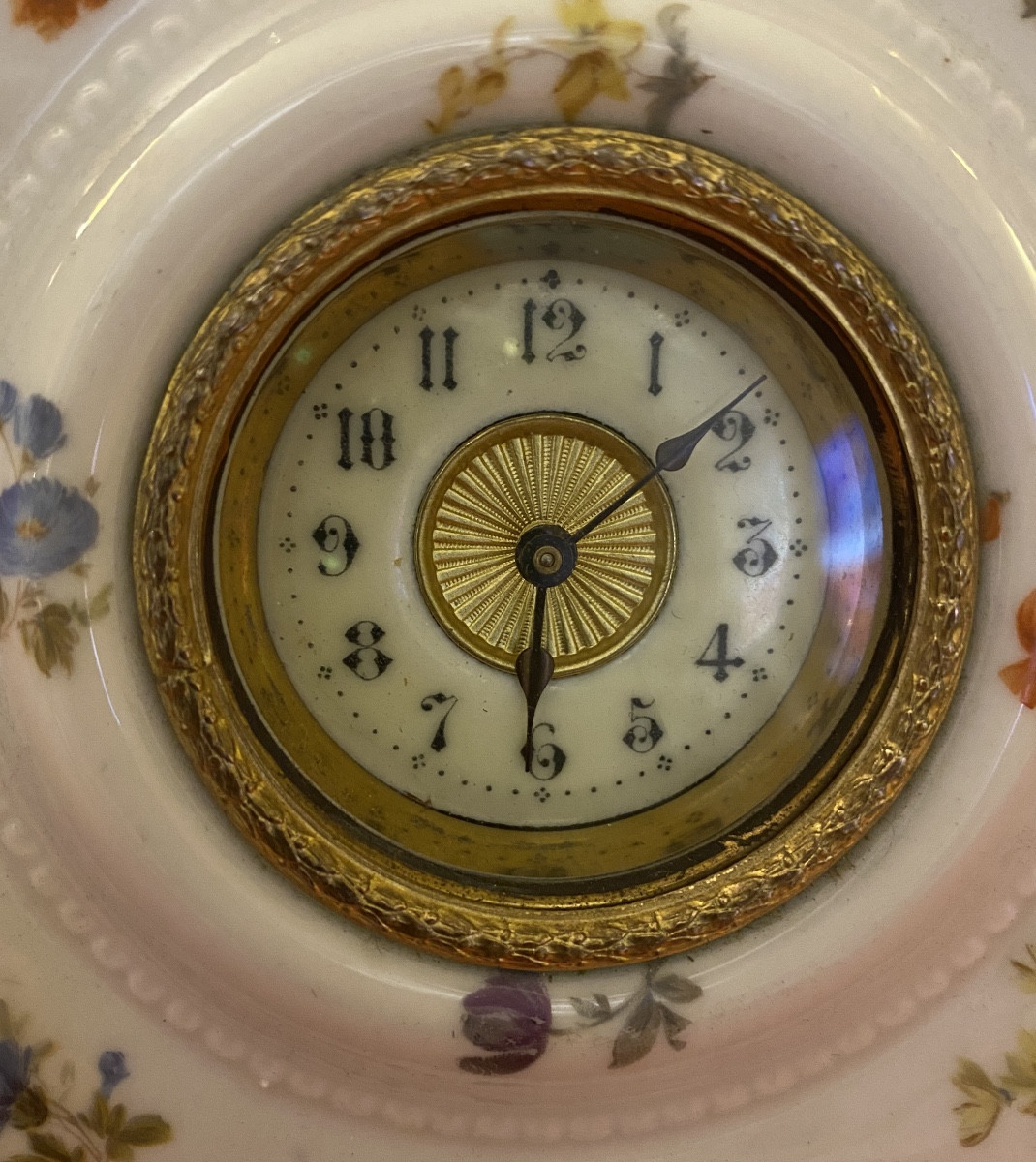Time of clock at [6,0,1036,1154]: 6:08
